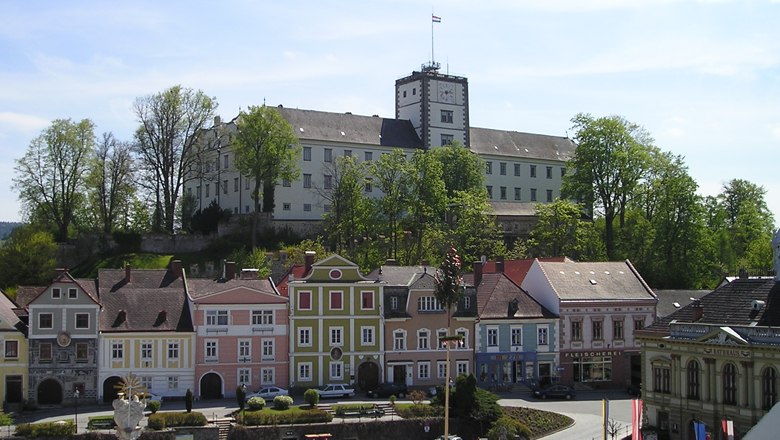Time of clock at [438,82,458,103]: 6:13
